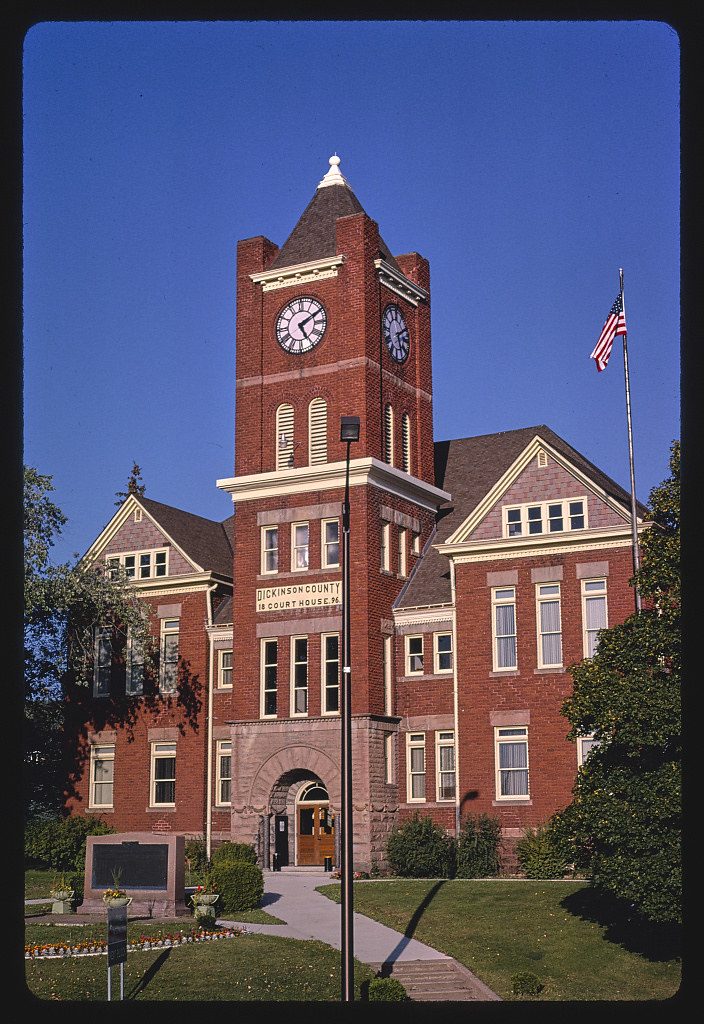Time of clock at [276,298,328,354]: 5:10
